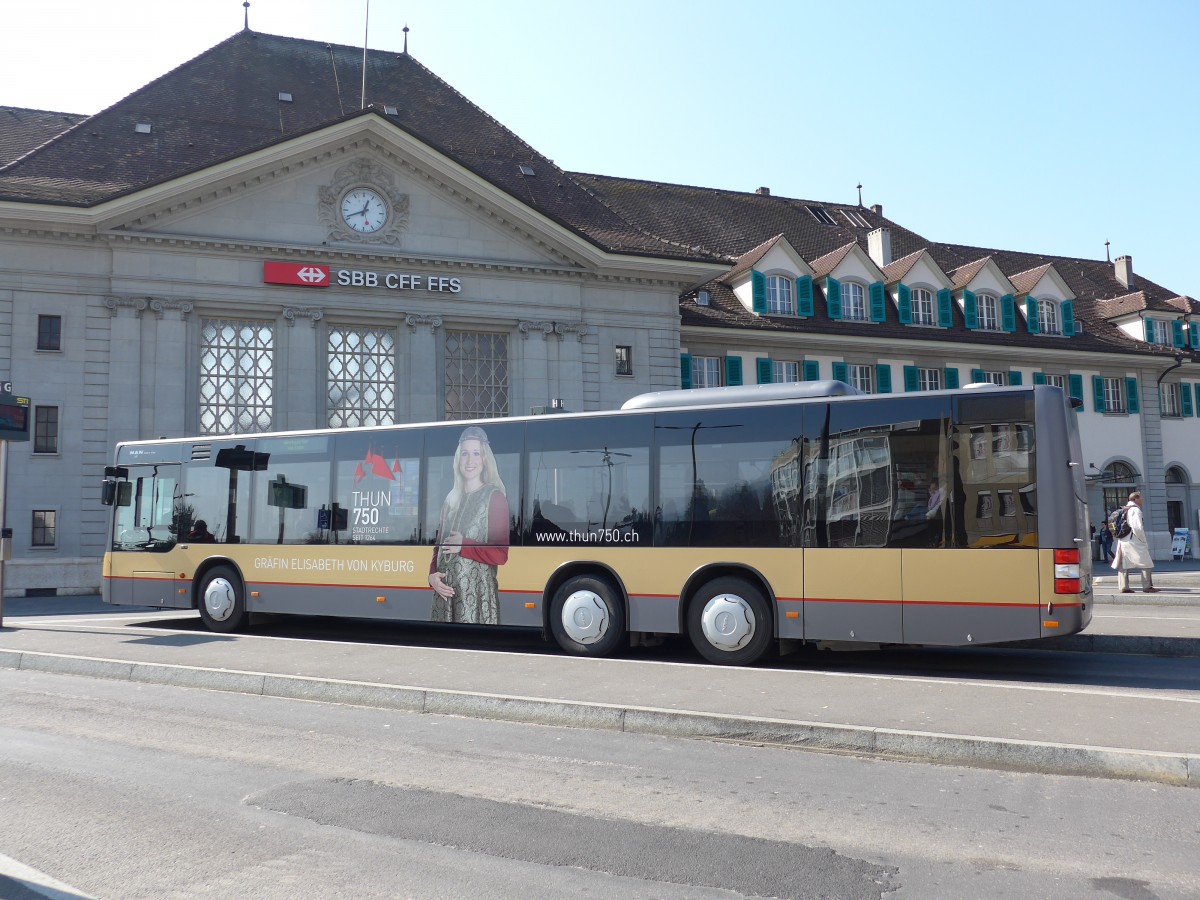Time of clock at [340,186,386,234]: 12:41
